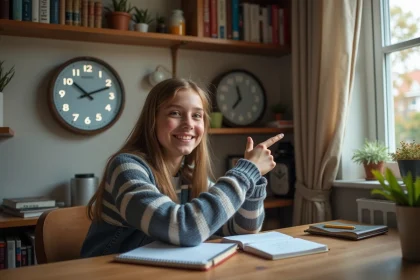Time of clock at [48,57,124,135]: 10:11
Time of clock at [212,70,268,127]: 11:36
